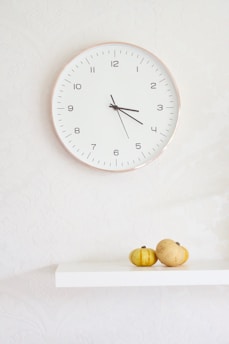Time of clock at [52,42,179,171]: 3:20
